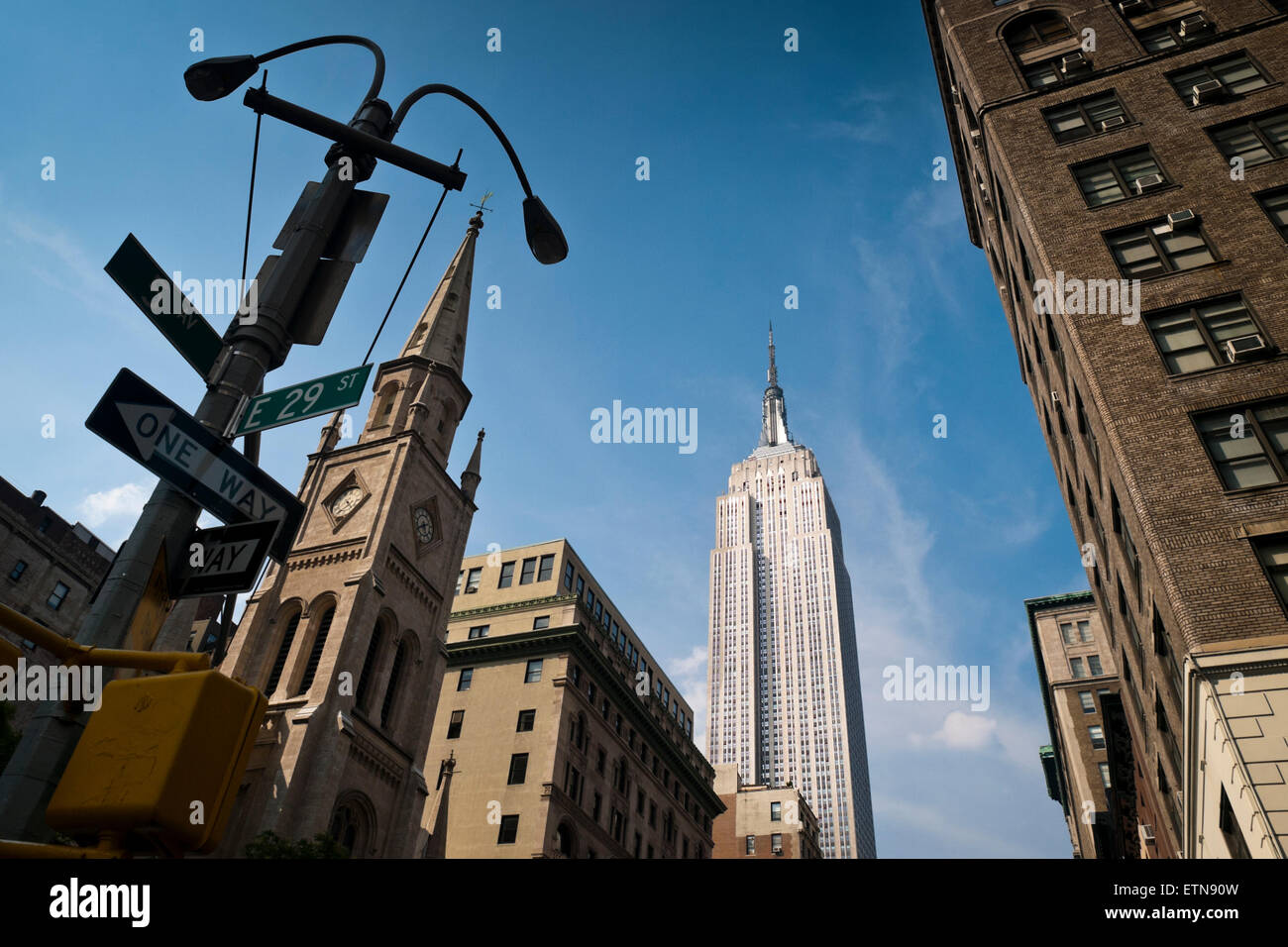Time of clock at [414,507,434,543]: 5:41
